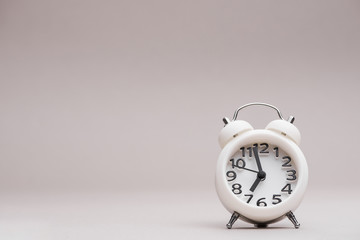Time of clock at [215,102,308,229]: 6:57
